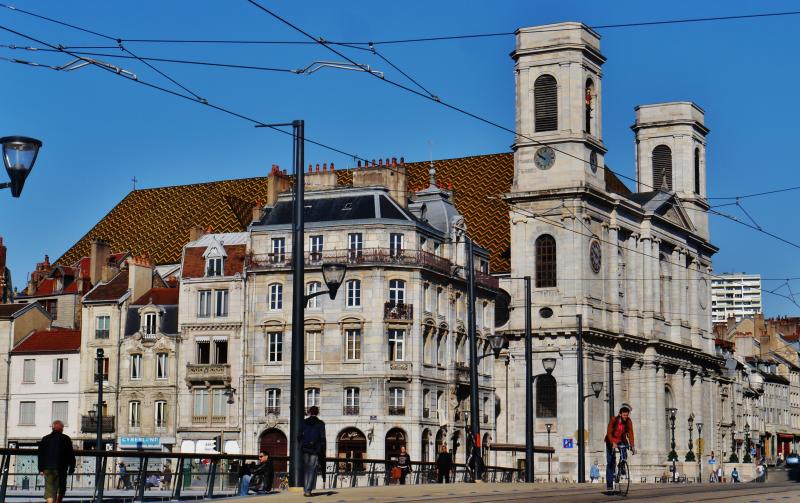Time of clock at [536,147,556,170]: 9:50
